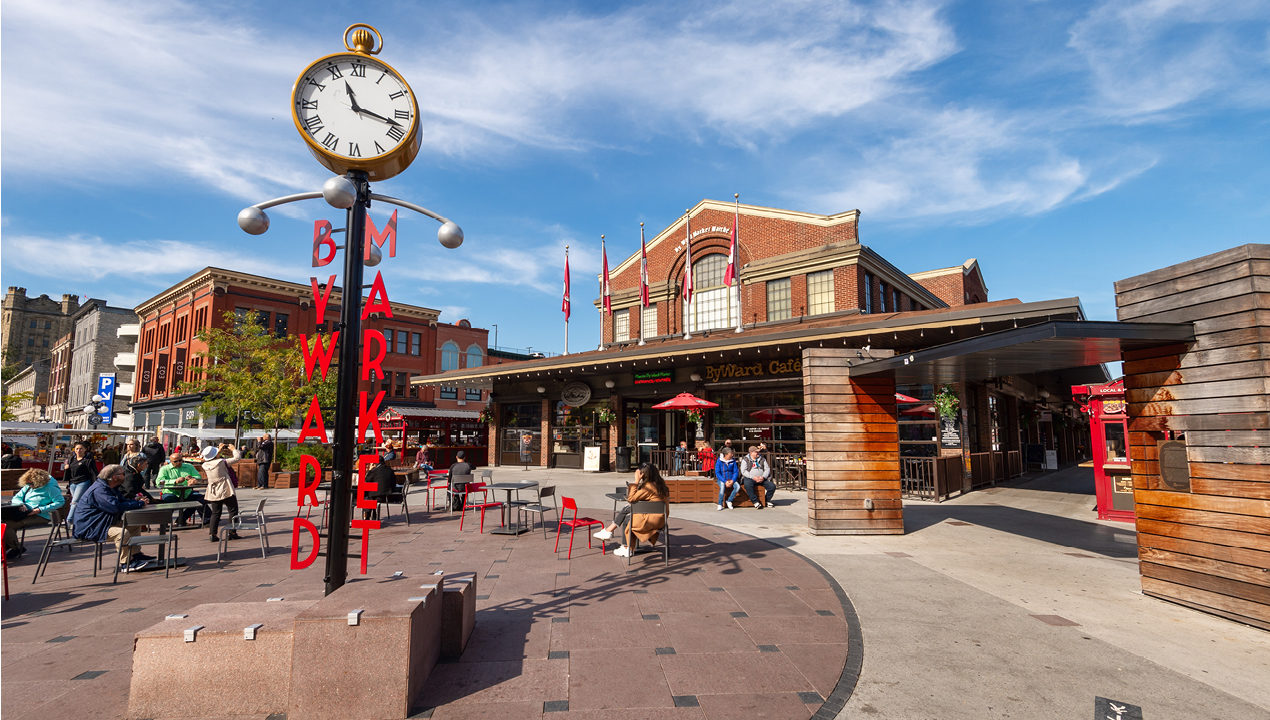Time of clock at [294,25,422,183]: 11:17
